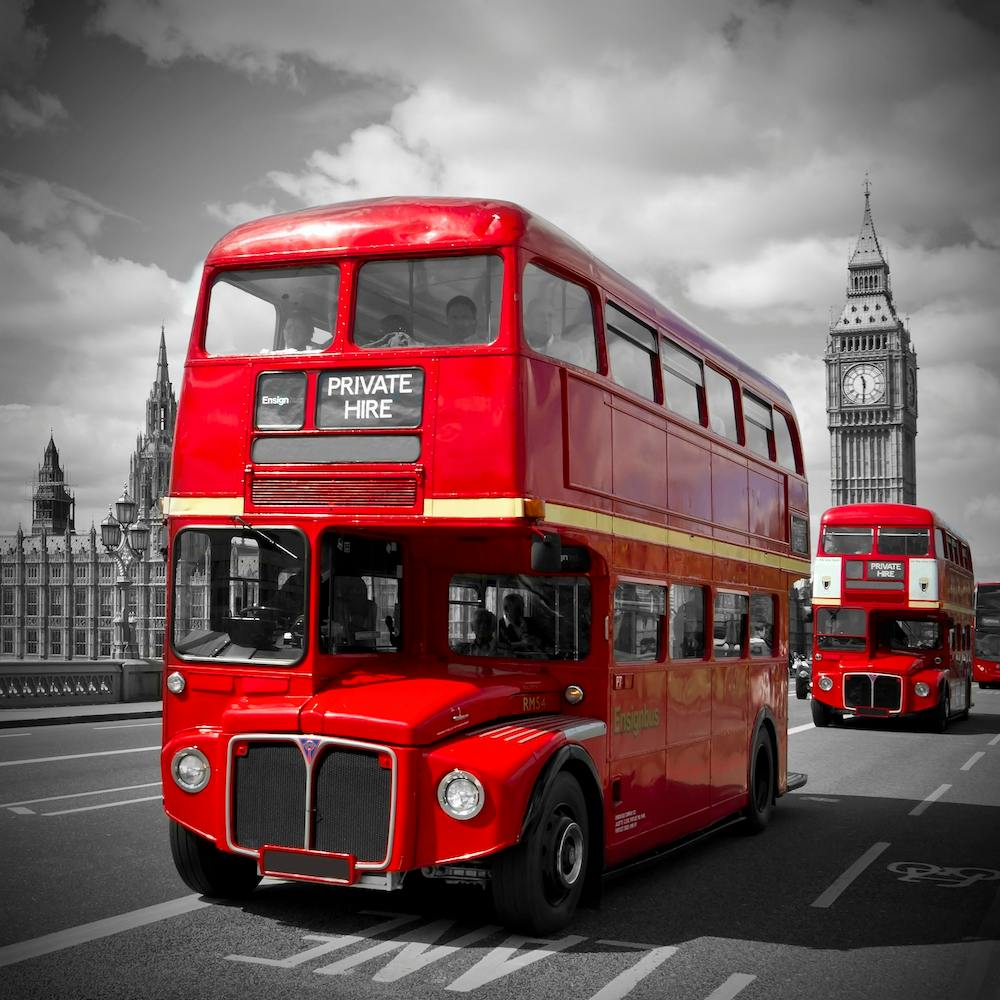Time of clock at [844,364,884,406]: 11:30
